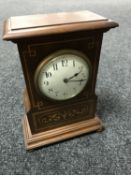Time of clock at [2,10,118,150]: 3:12
